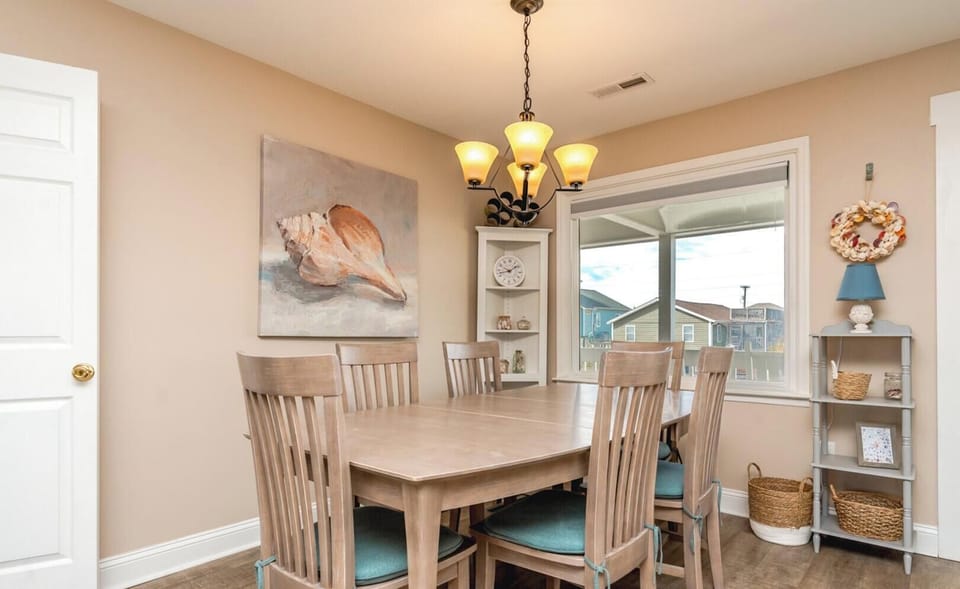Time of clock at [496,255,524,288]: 1:42
